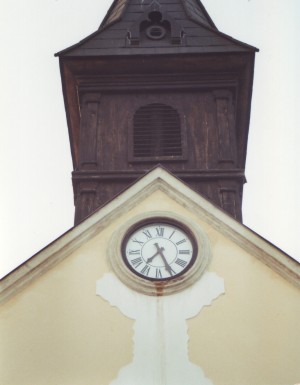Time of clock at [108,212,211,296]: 7:25
